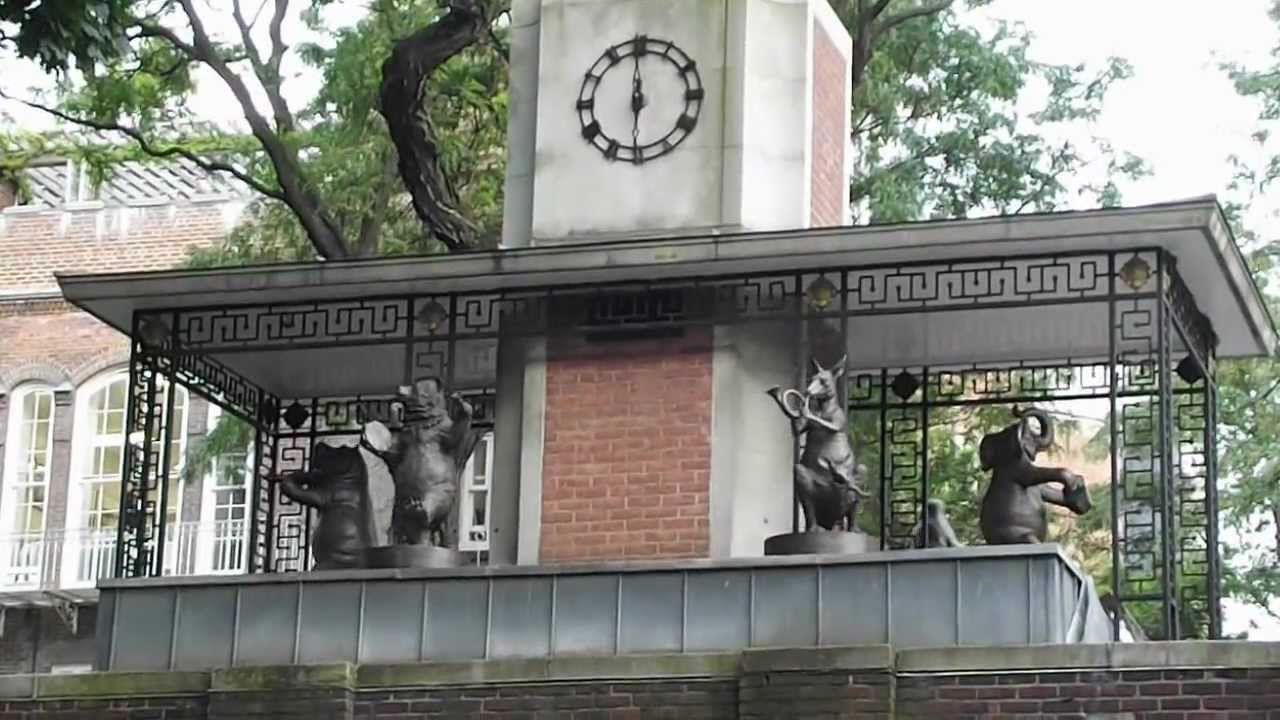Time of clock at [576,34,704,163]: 5:59
